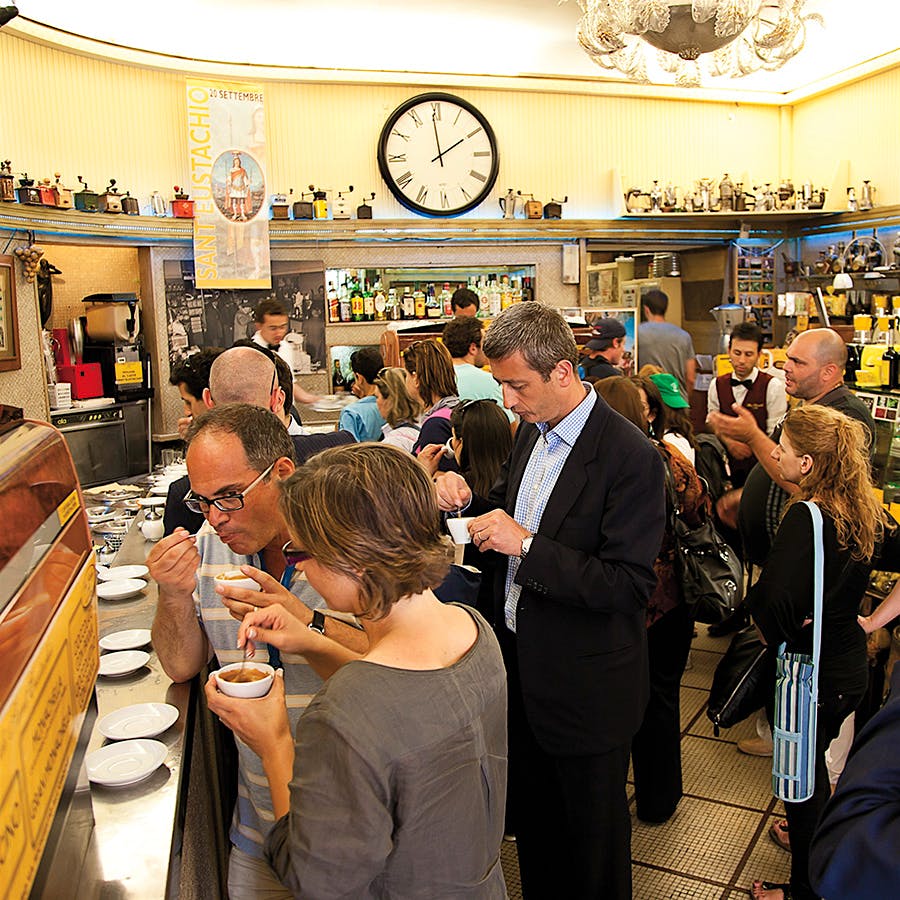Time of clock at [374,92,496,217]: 1:59
